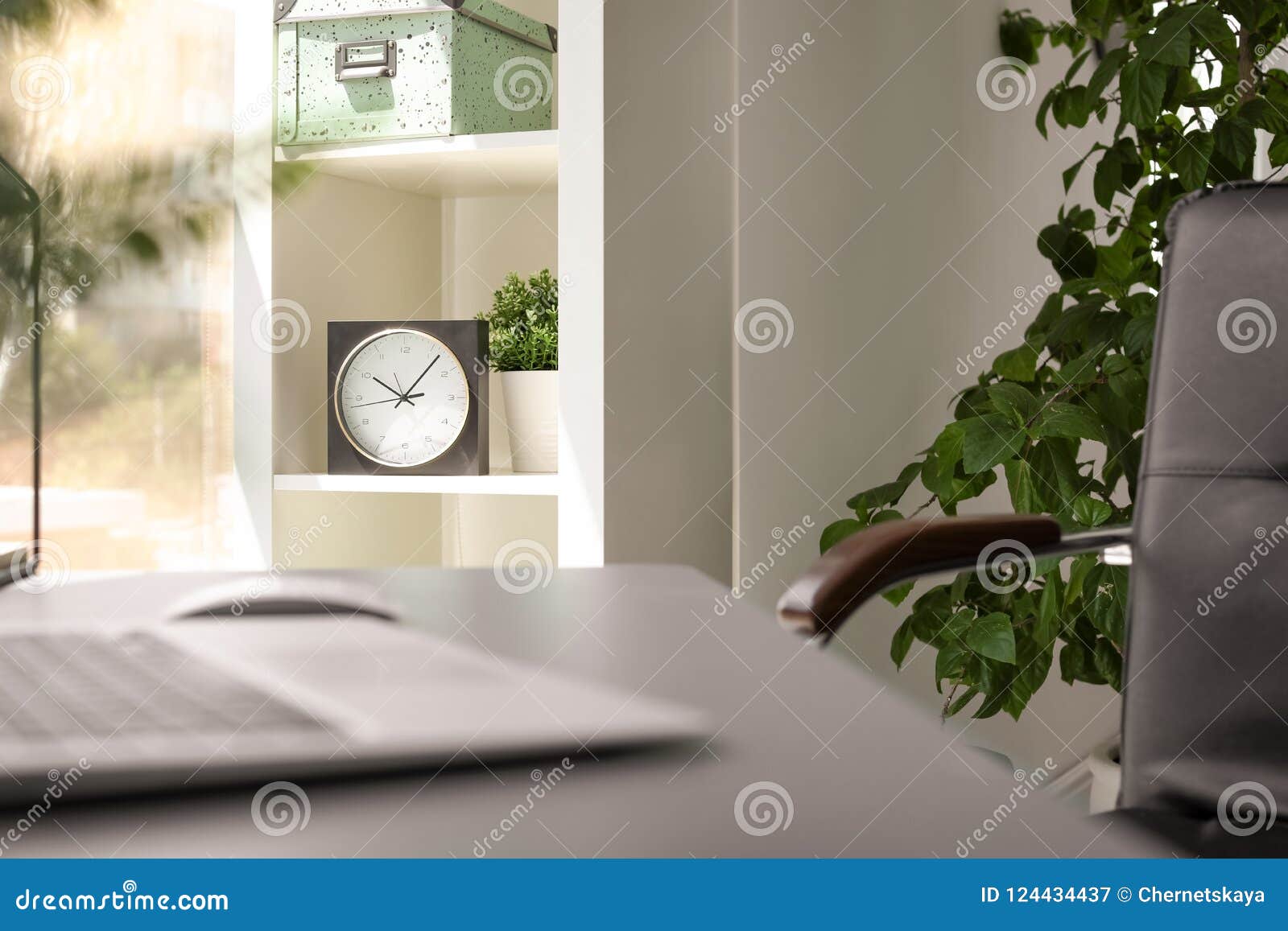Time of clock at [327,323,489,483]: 10:06
